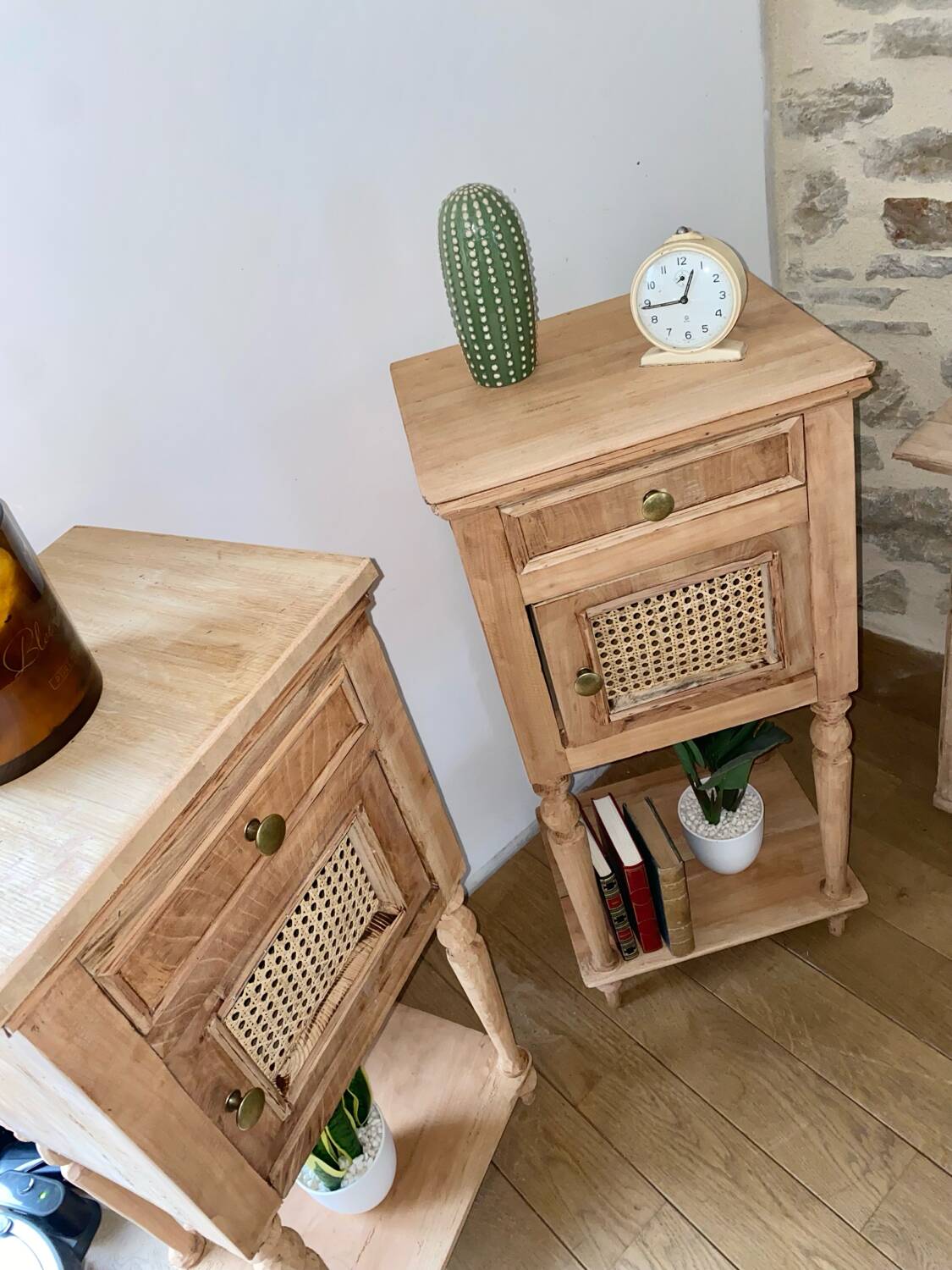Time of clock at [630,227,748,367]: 12:43
